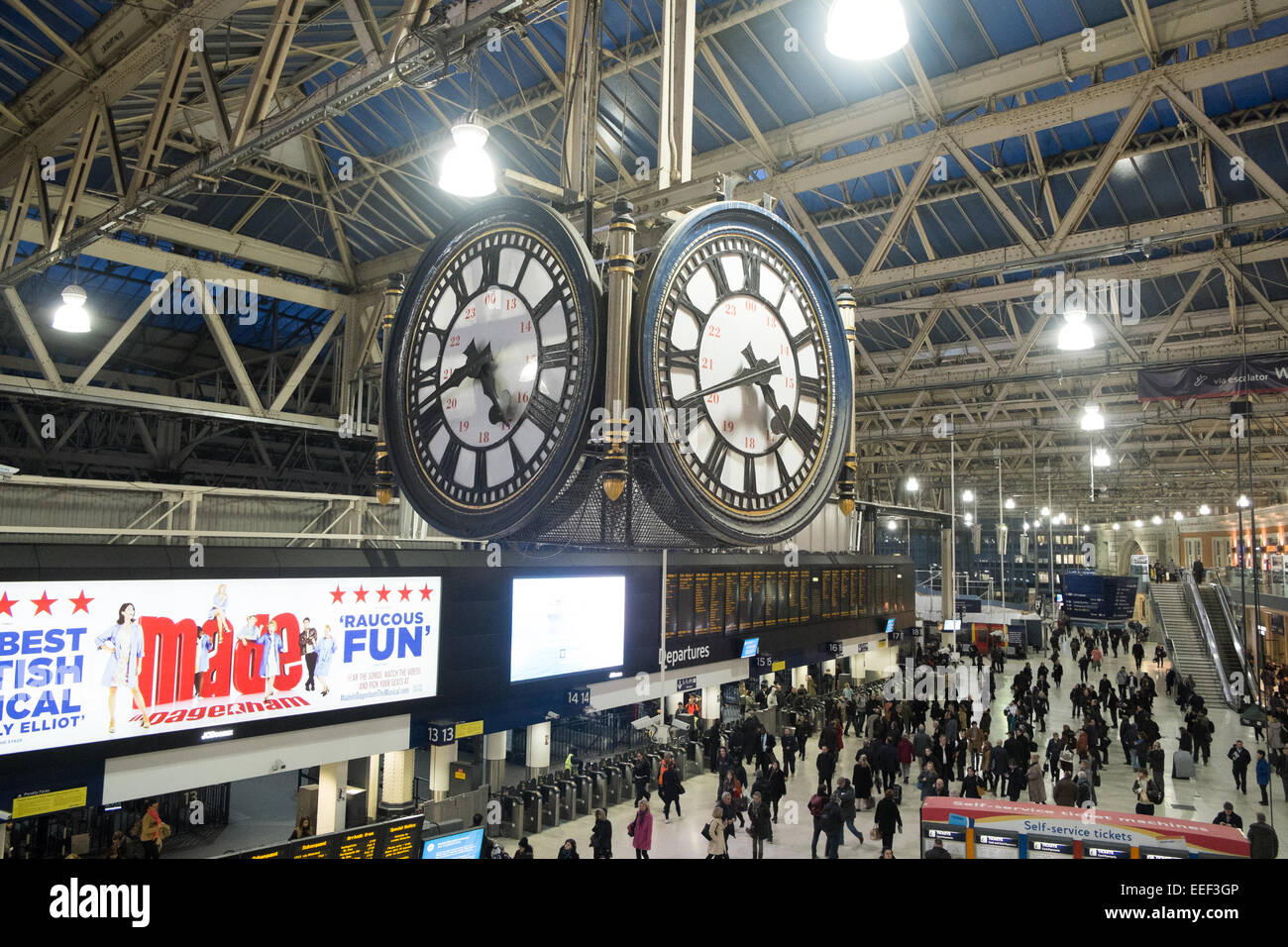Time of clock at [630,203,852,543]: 4:41
